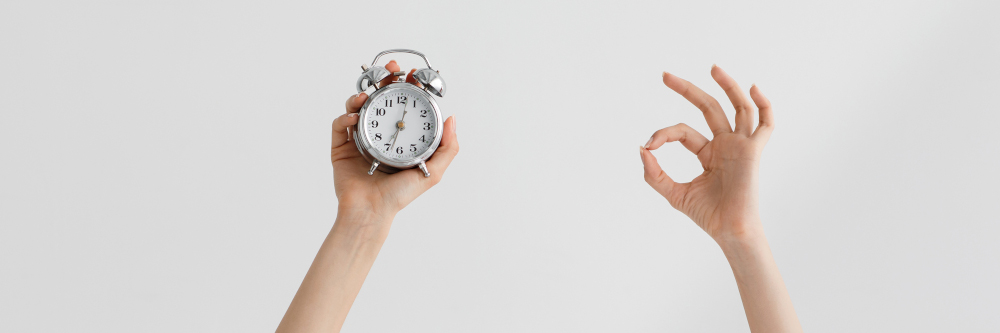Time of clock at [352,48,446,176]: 12:33
